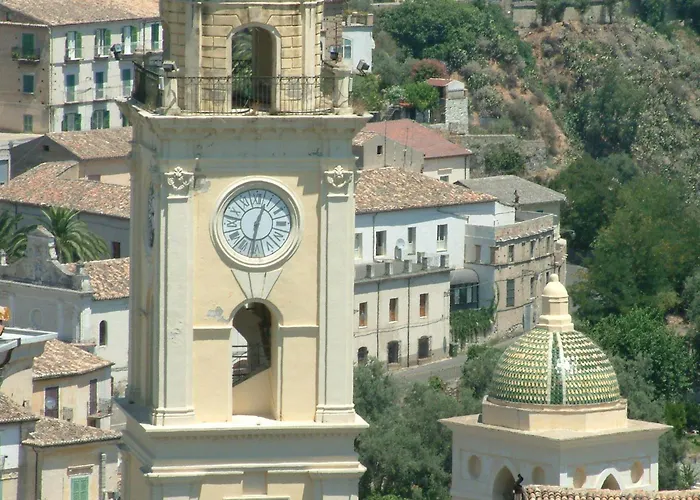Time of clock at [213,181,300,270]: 12:31
